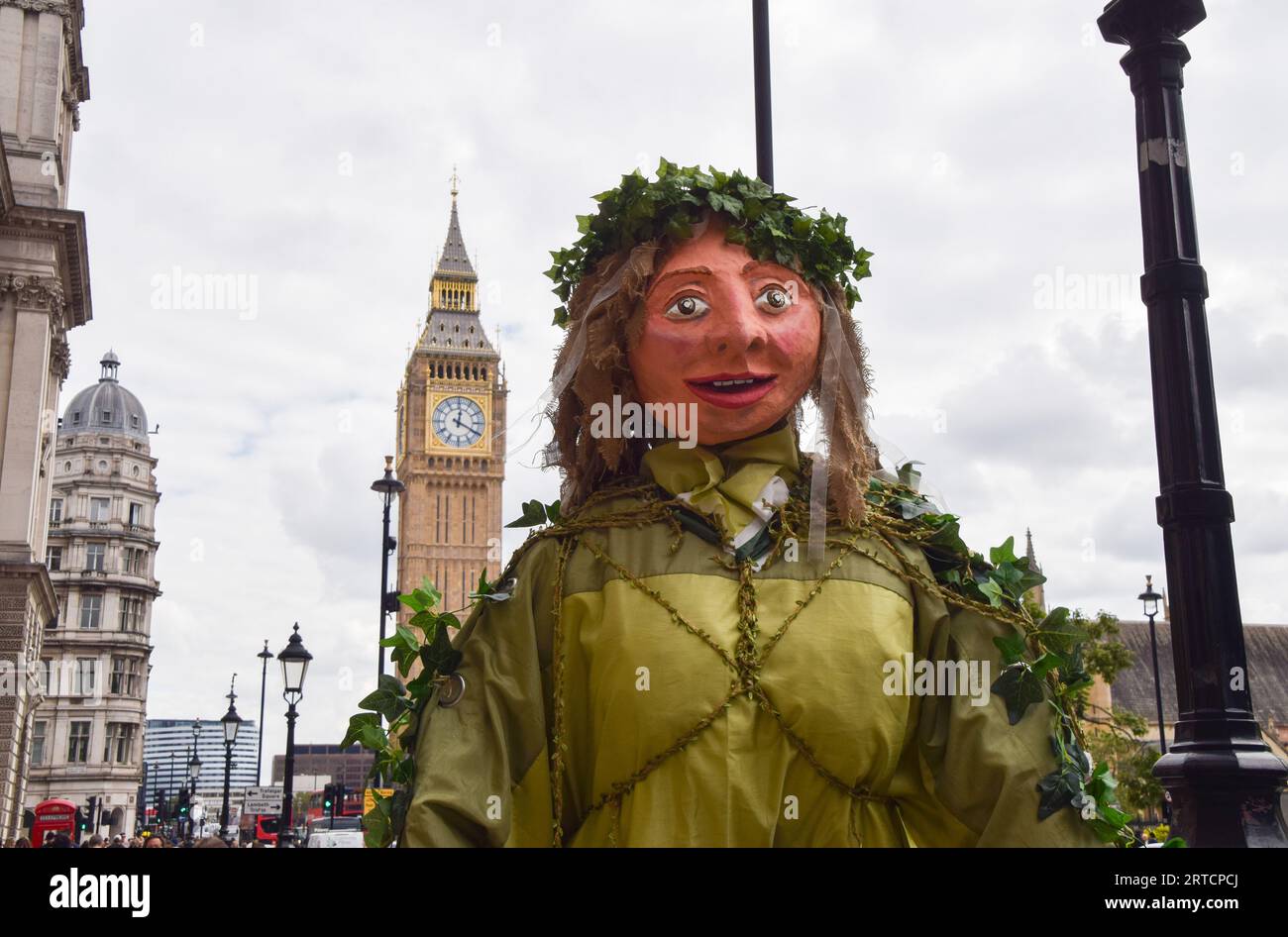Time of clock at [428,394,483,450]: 12:19
